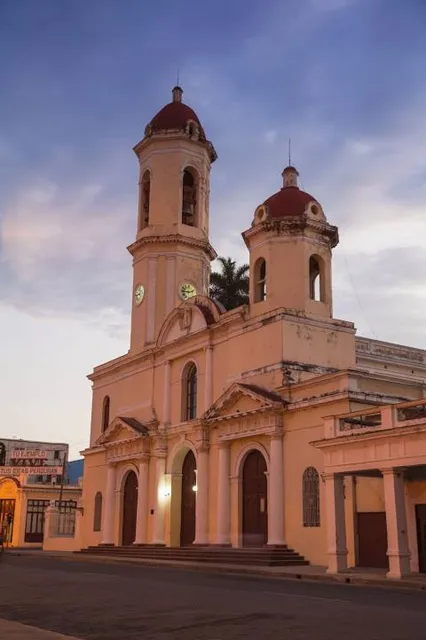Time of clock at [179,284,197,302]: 2:46
